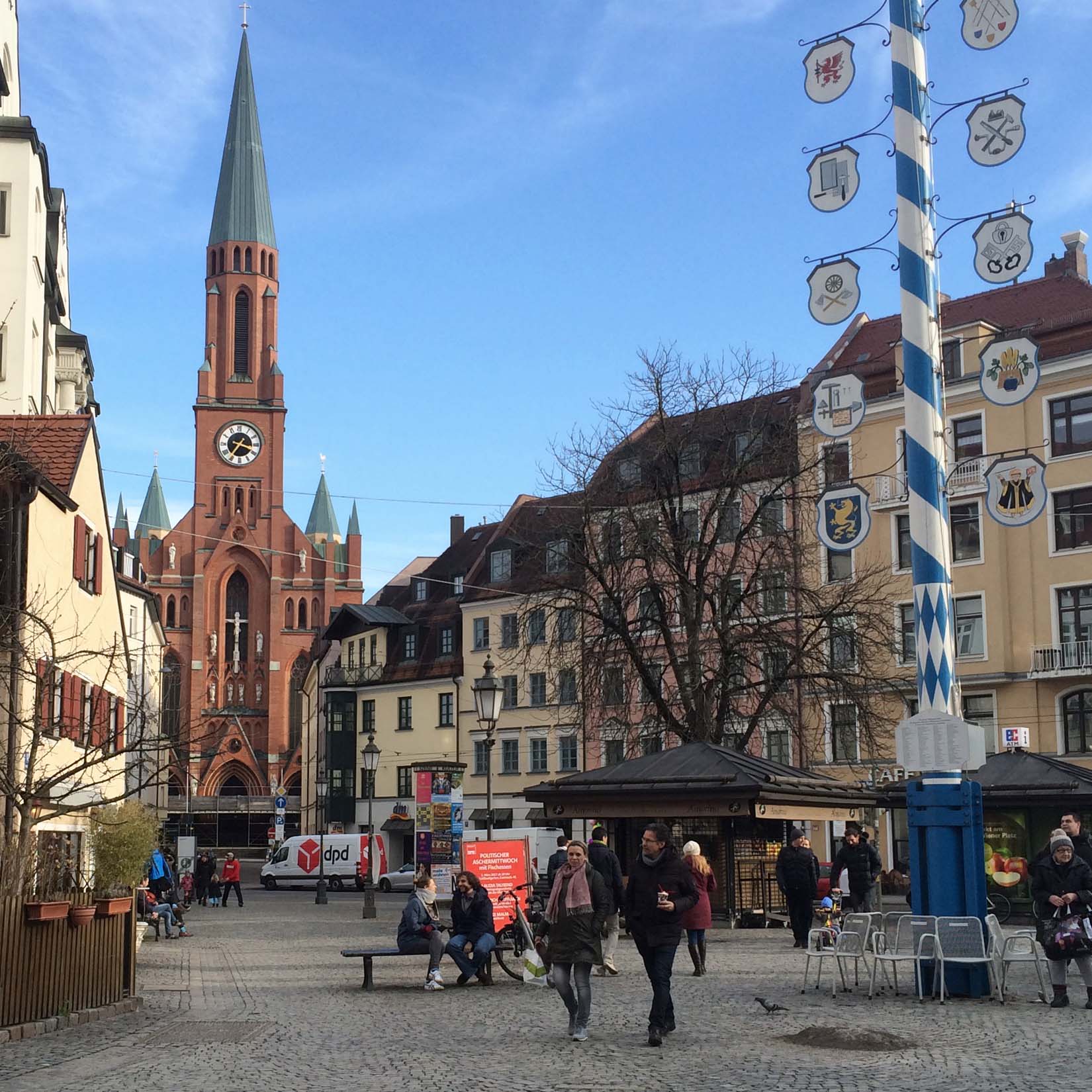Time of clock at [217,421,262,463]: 3:36
